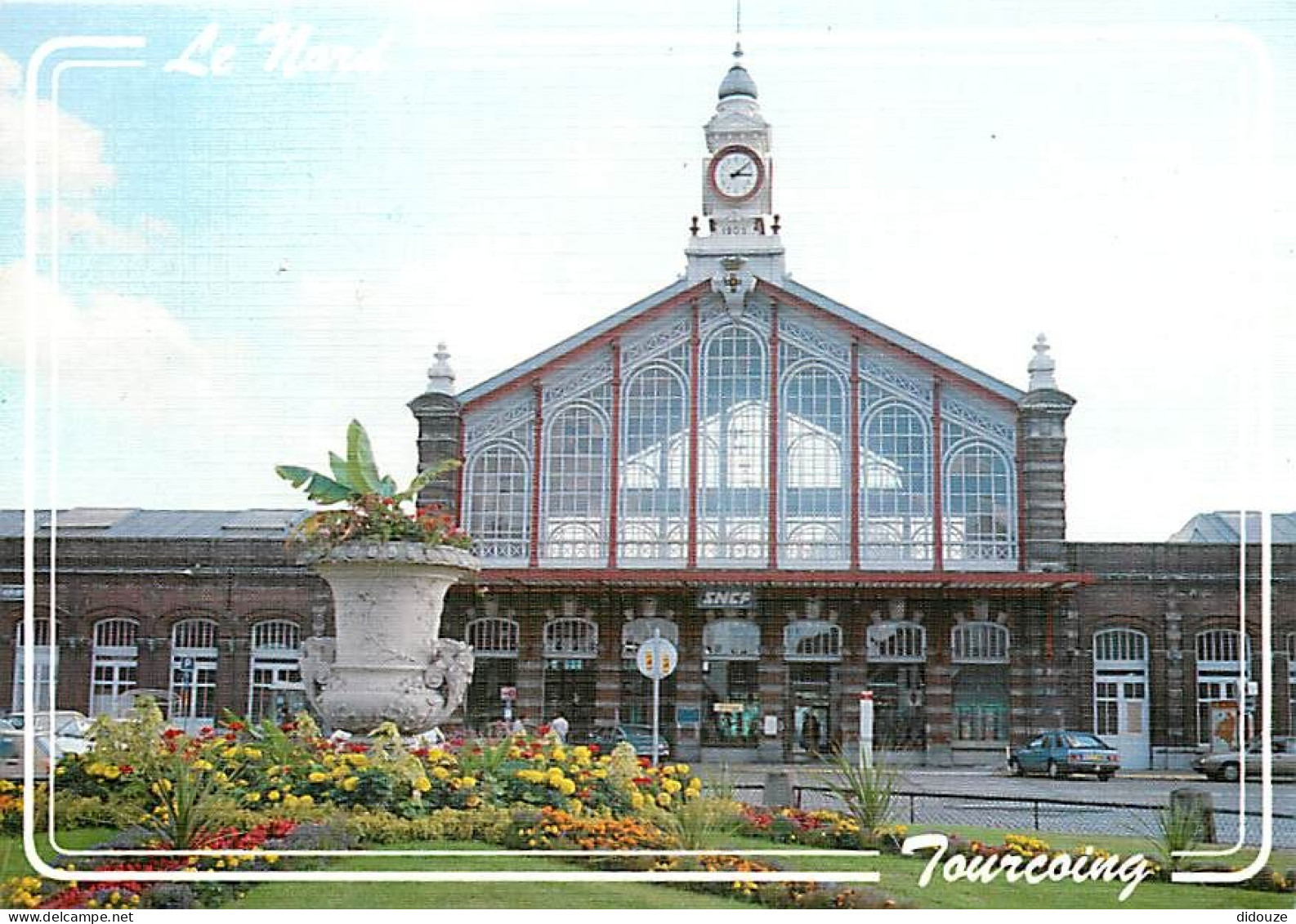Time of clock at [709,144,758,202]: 3:08
